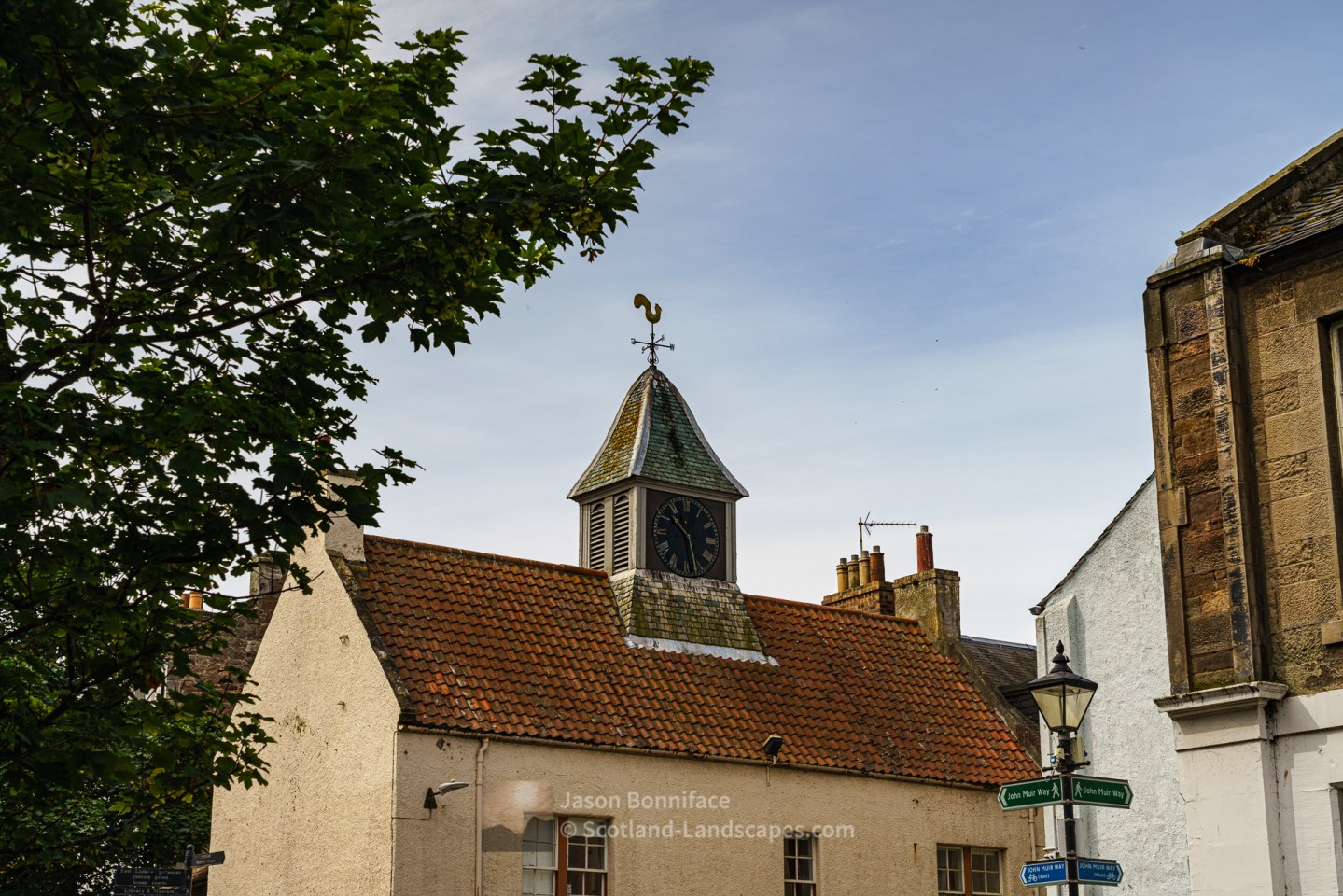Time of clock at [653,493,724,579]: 10:28
